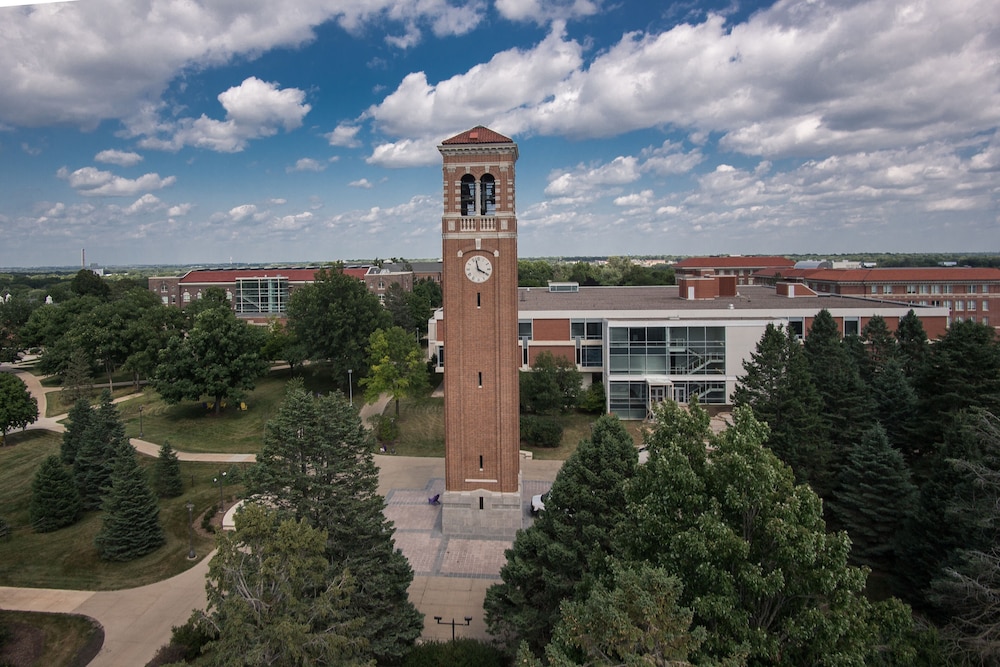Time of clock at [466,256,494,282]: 3:57
